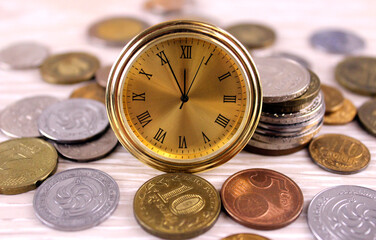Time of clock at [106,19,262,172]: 11:55
